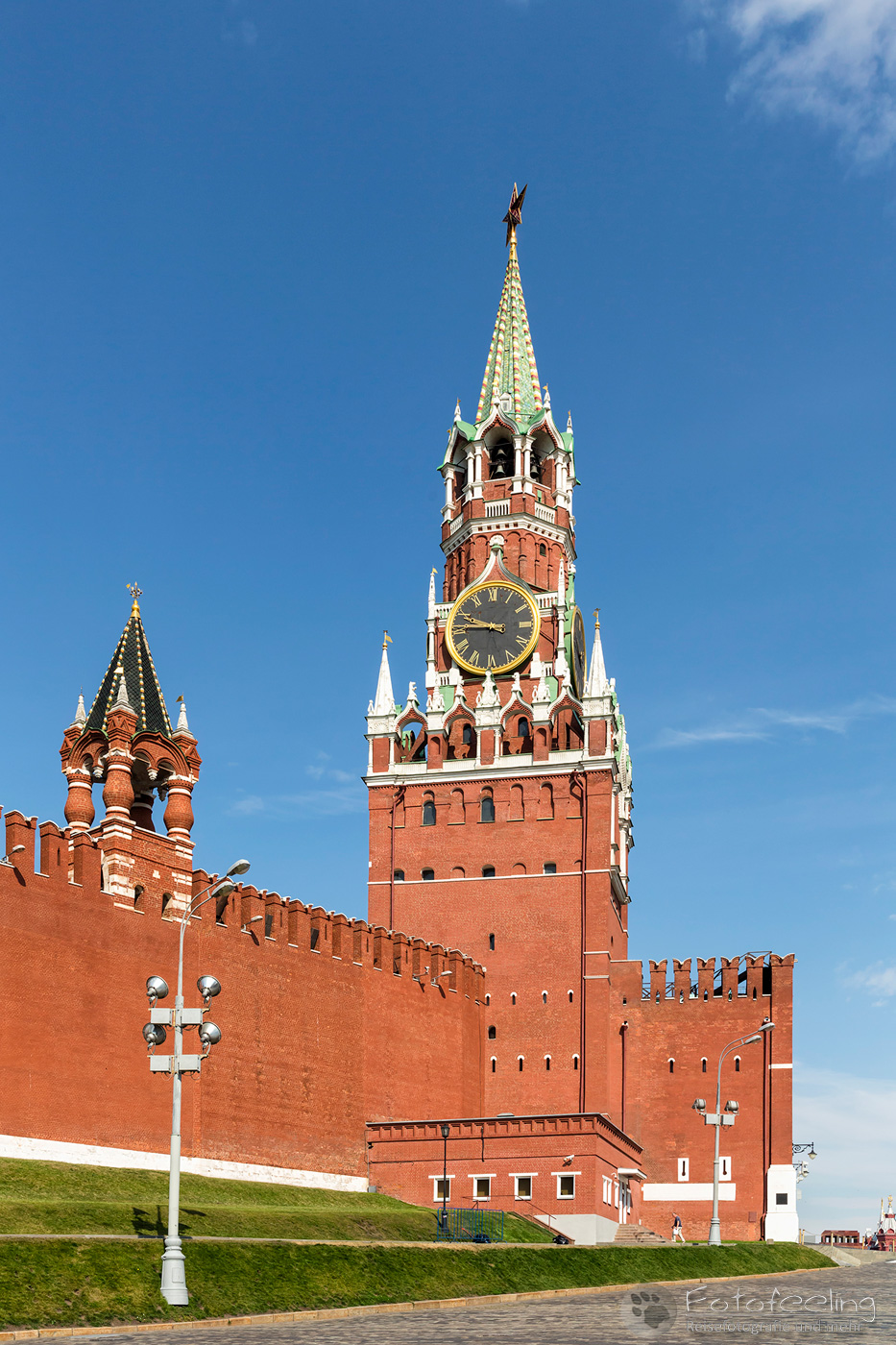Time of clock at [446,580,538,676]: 9:45
